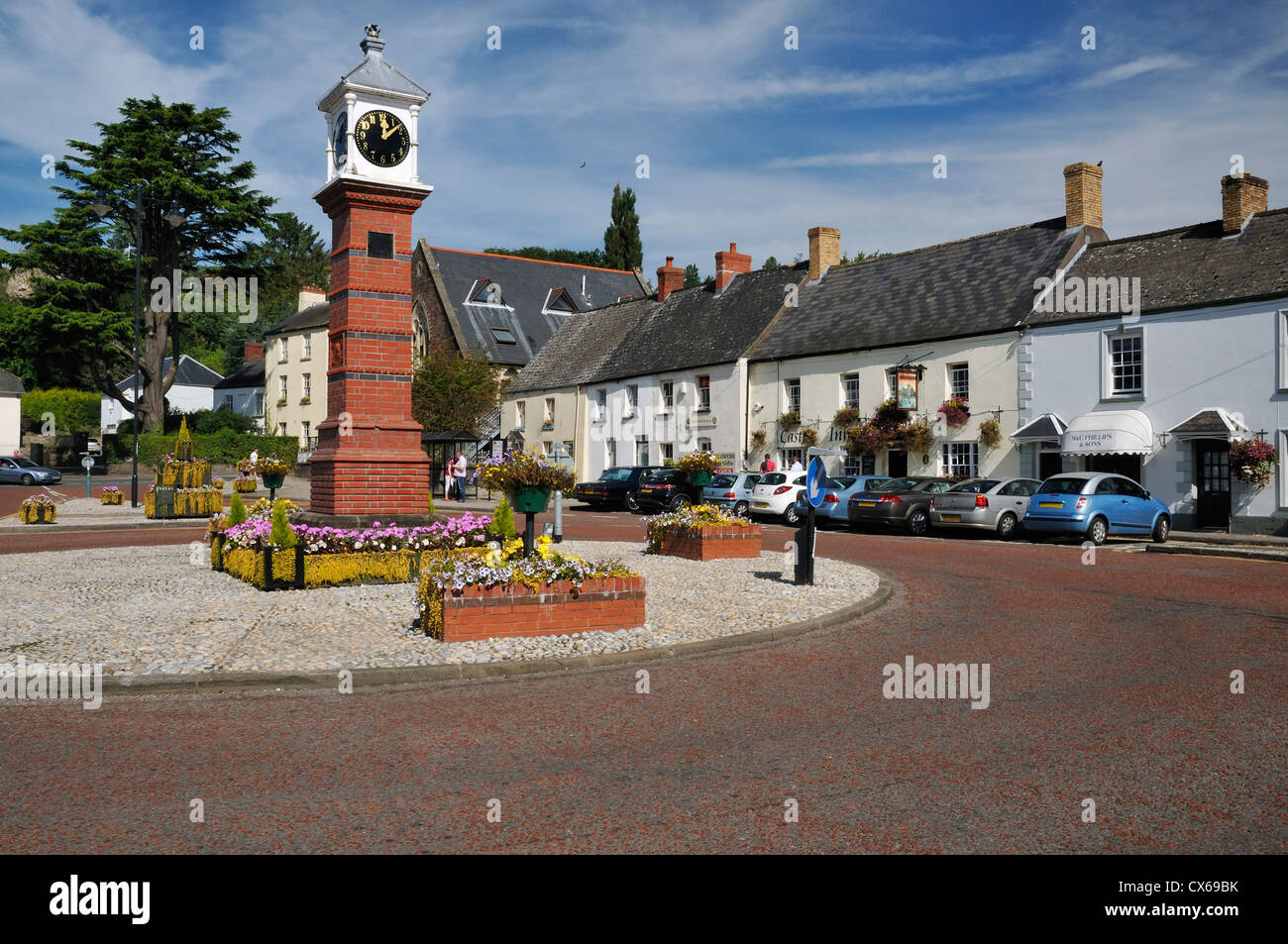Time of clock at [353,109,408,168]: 12:07
